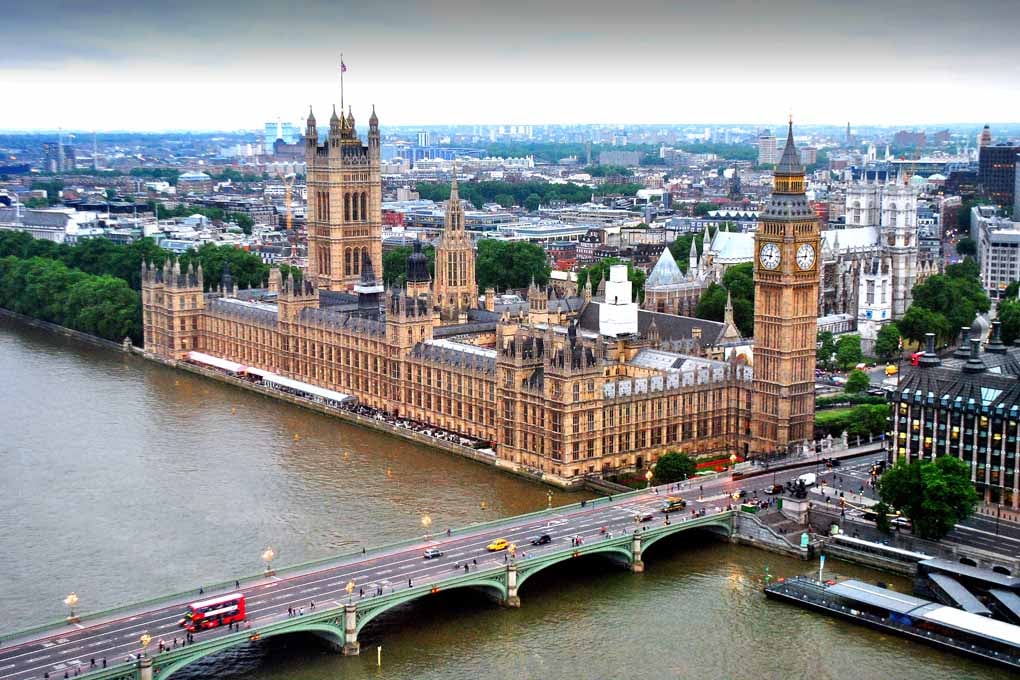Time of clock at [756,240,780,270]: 9:01
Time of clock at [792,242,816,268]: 9:01
